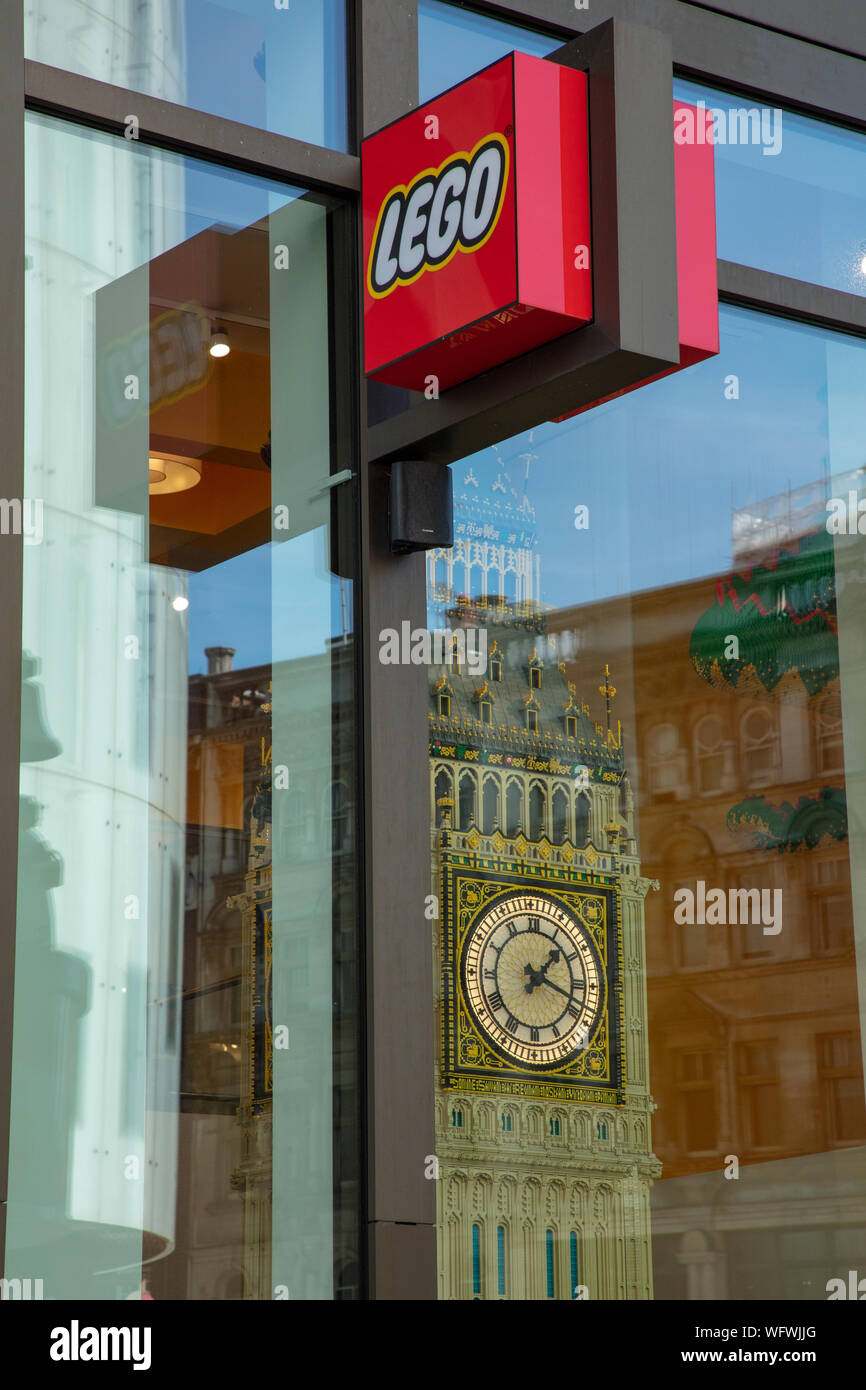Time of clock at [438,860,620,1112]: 1:18
